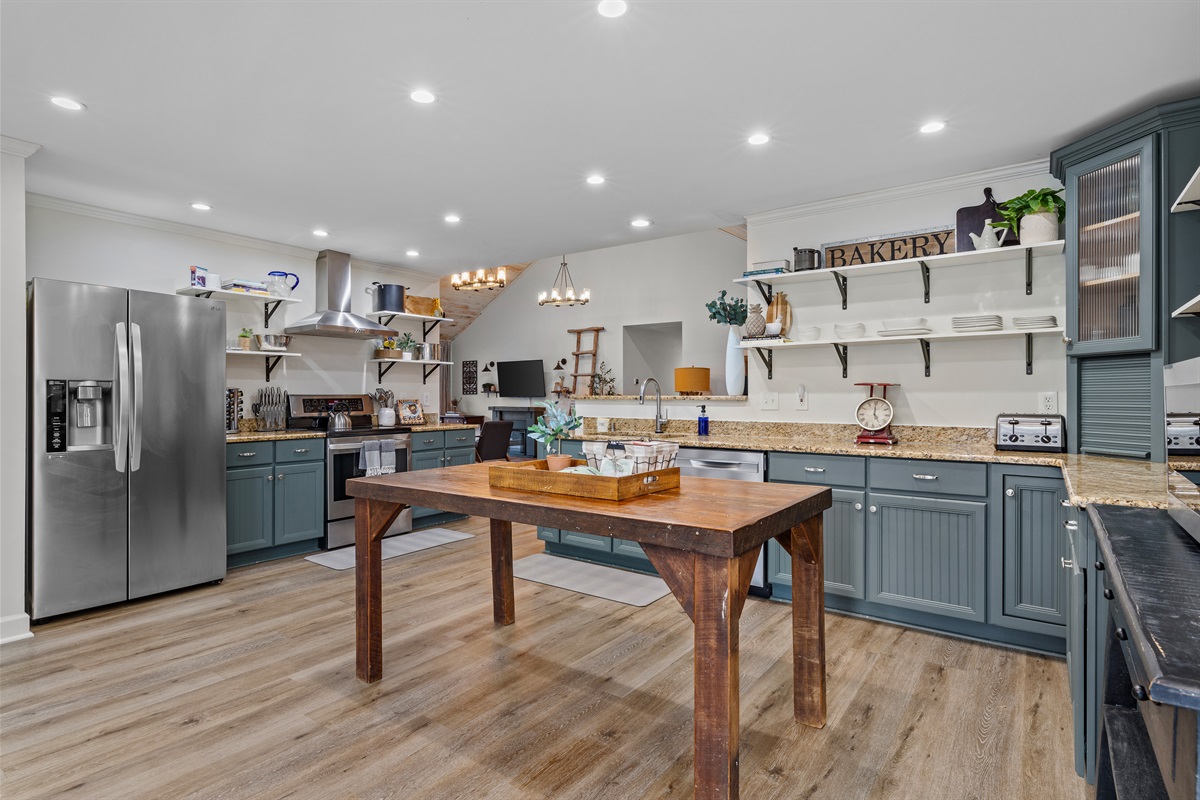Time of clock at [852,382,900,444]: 5:00
